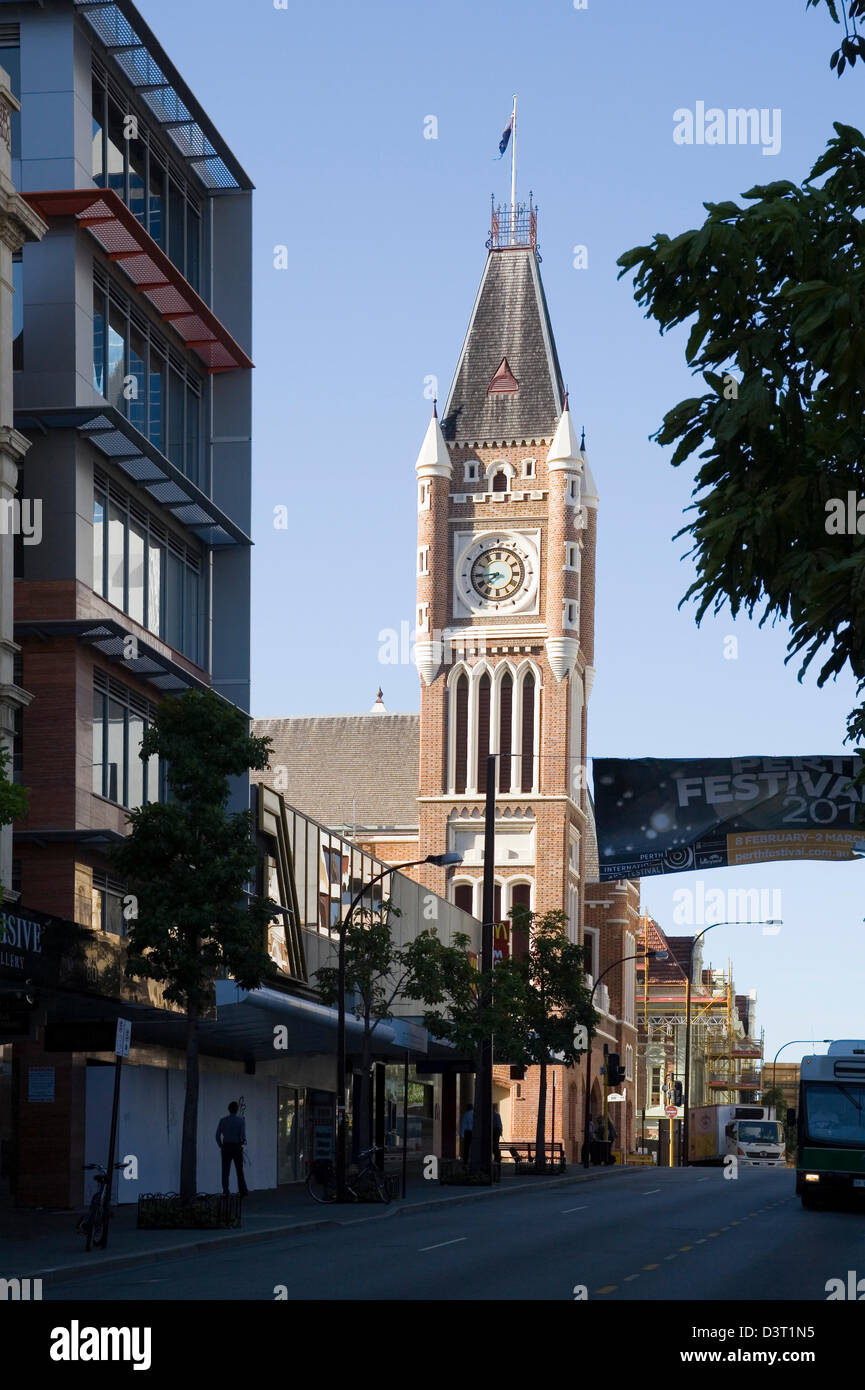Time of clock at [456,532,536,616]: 7:44
